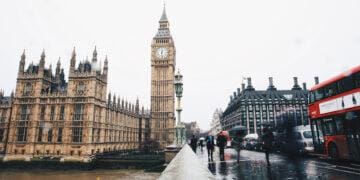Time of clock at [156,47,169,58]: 12:28
